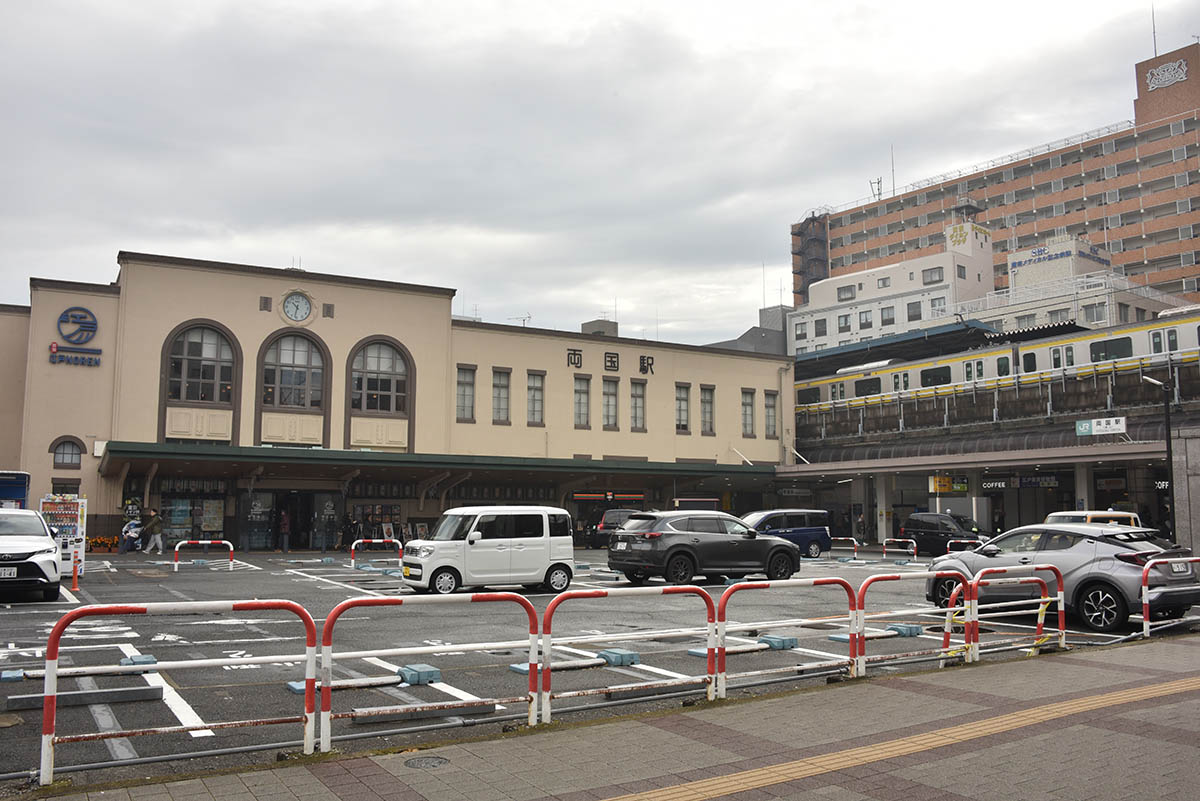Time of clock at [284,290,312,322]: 10:32
